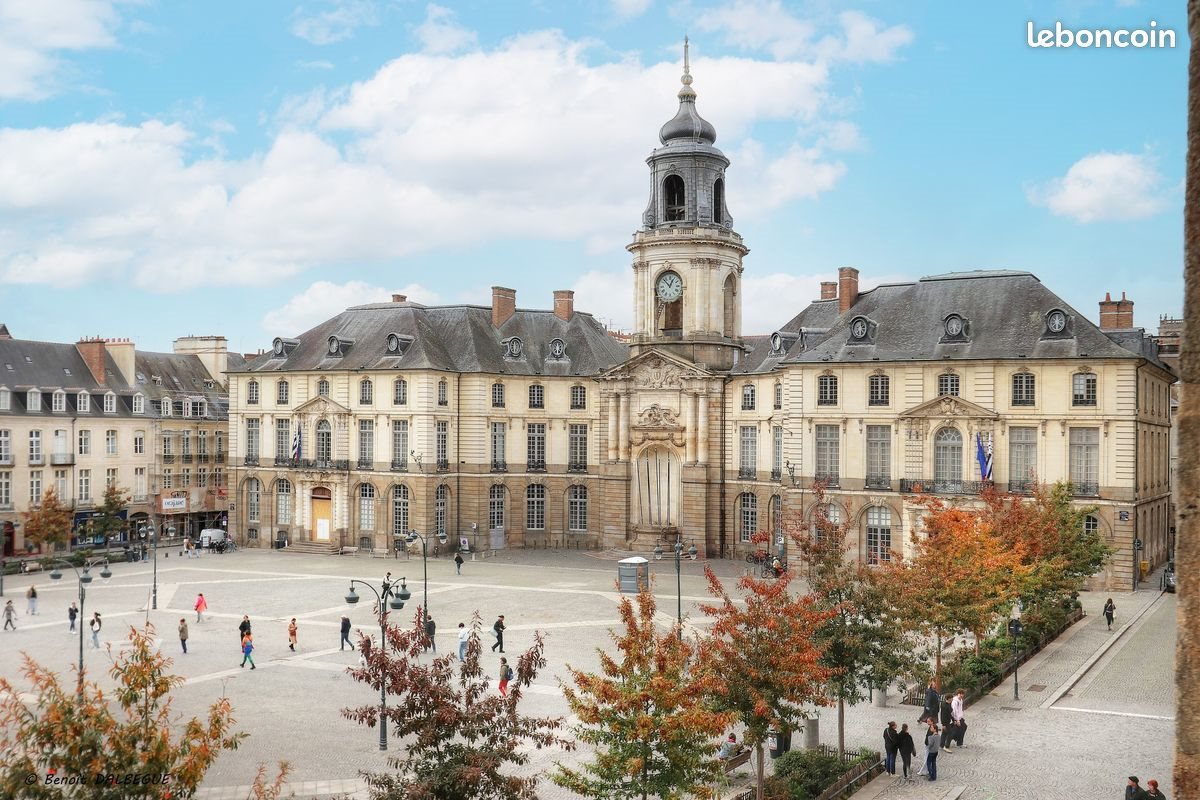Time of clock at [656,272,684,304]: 12:52
